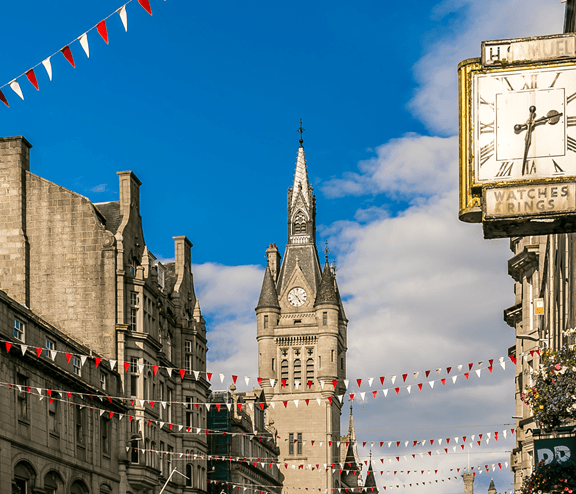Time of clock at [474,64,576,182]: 2:31
